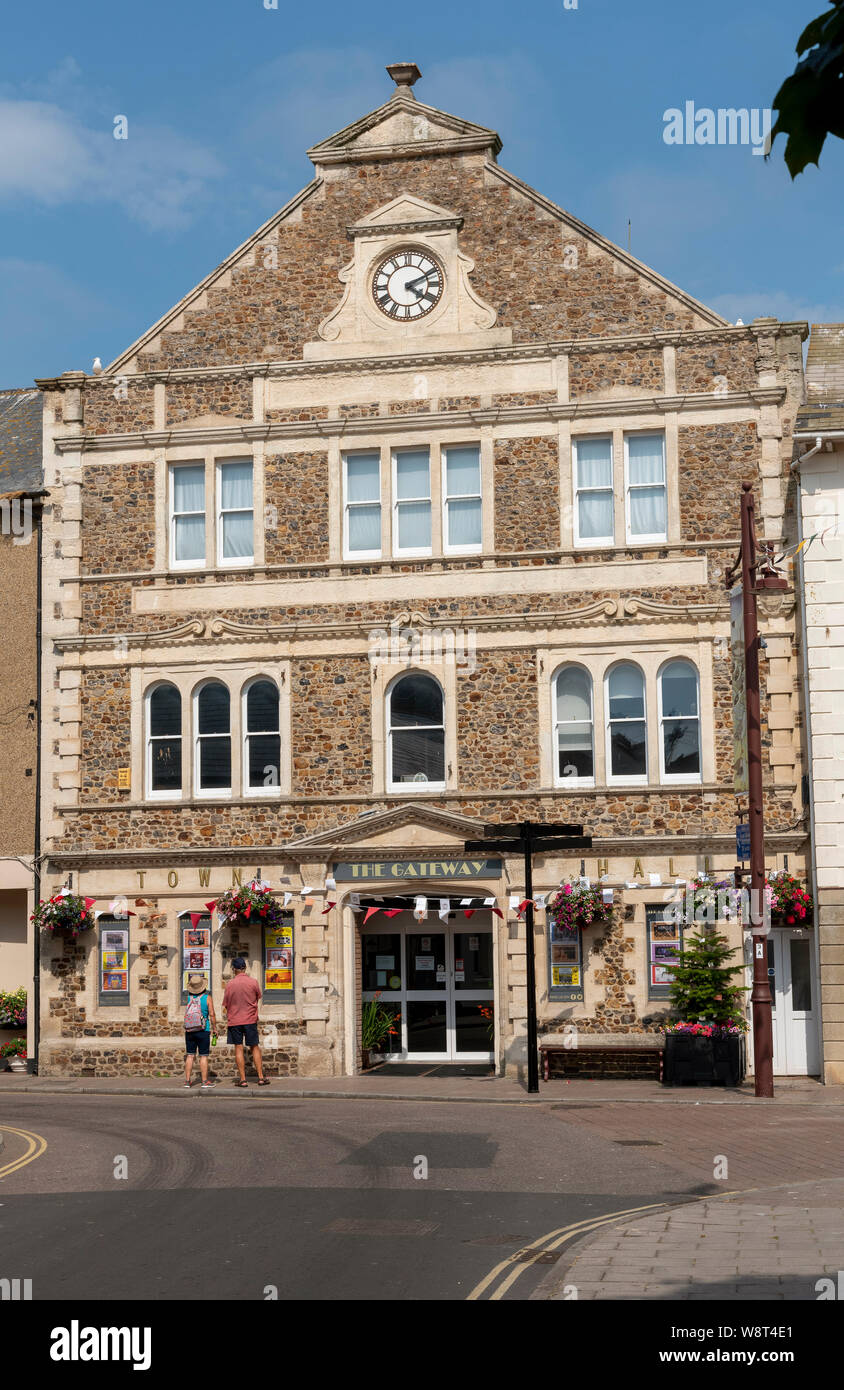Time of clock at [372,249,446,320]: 4:10
